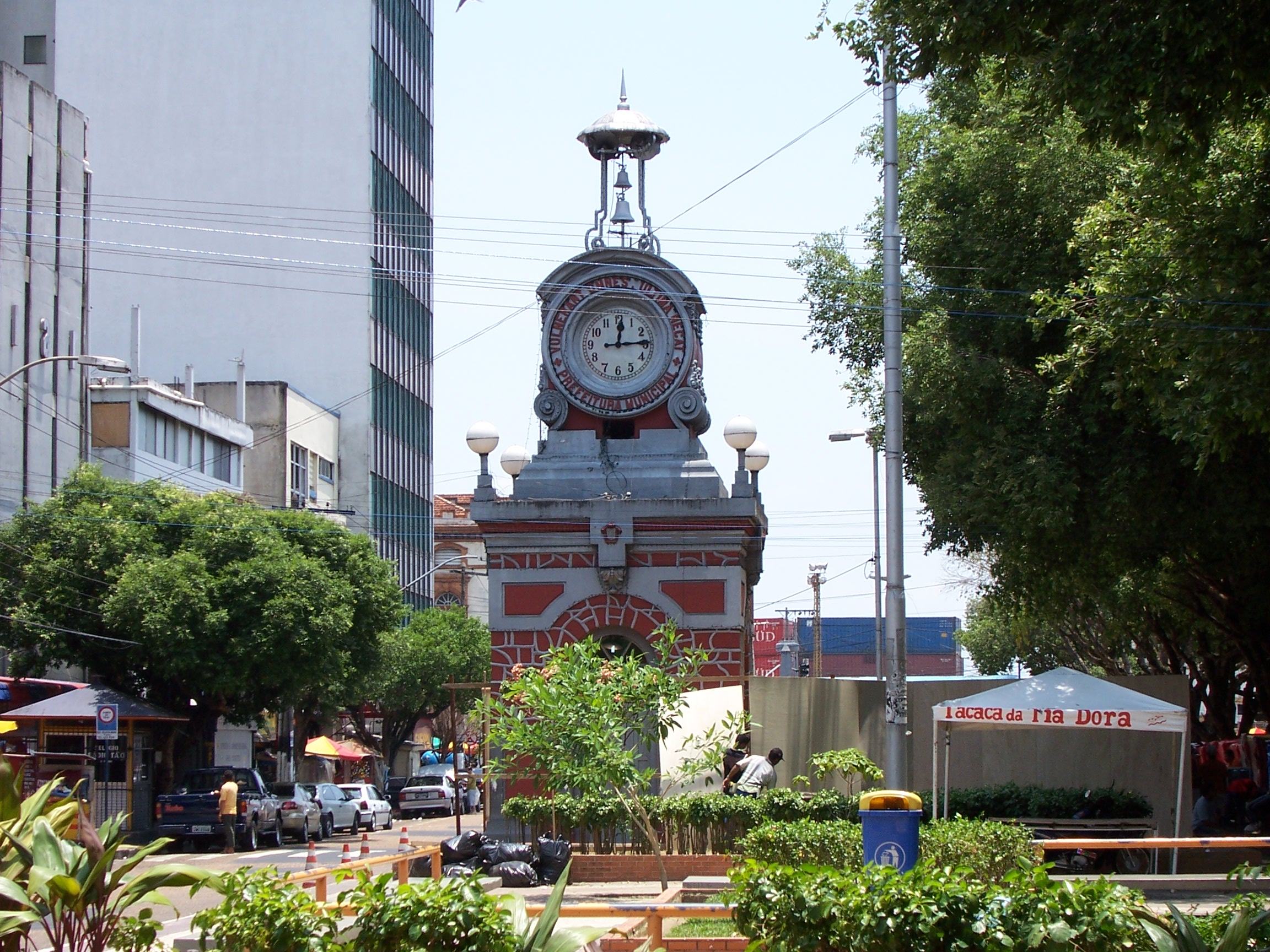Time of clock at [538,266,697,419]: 12:14
